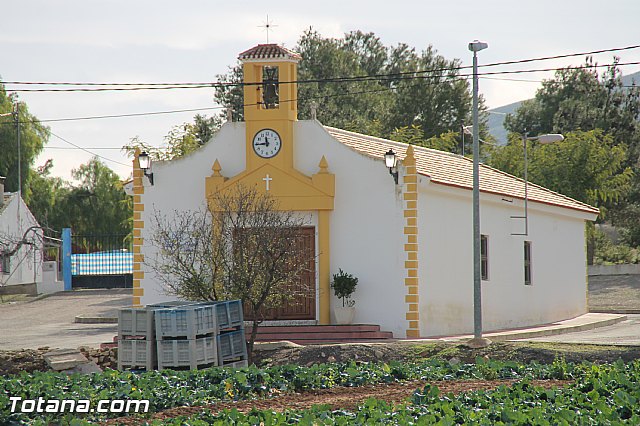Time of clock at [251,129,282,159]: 11:44
